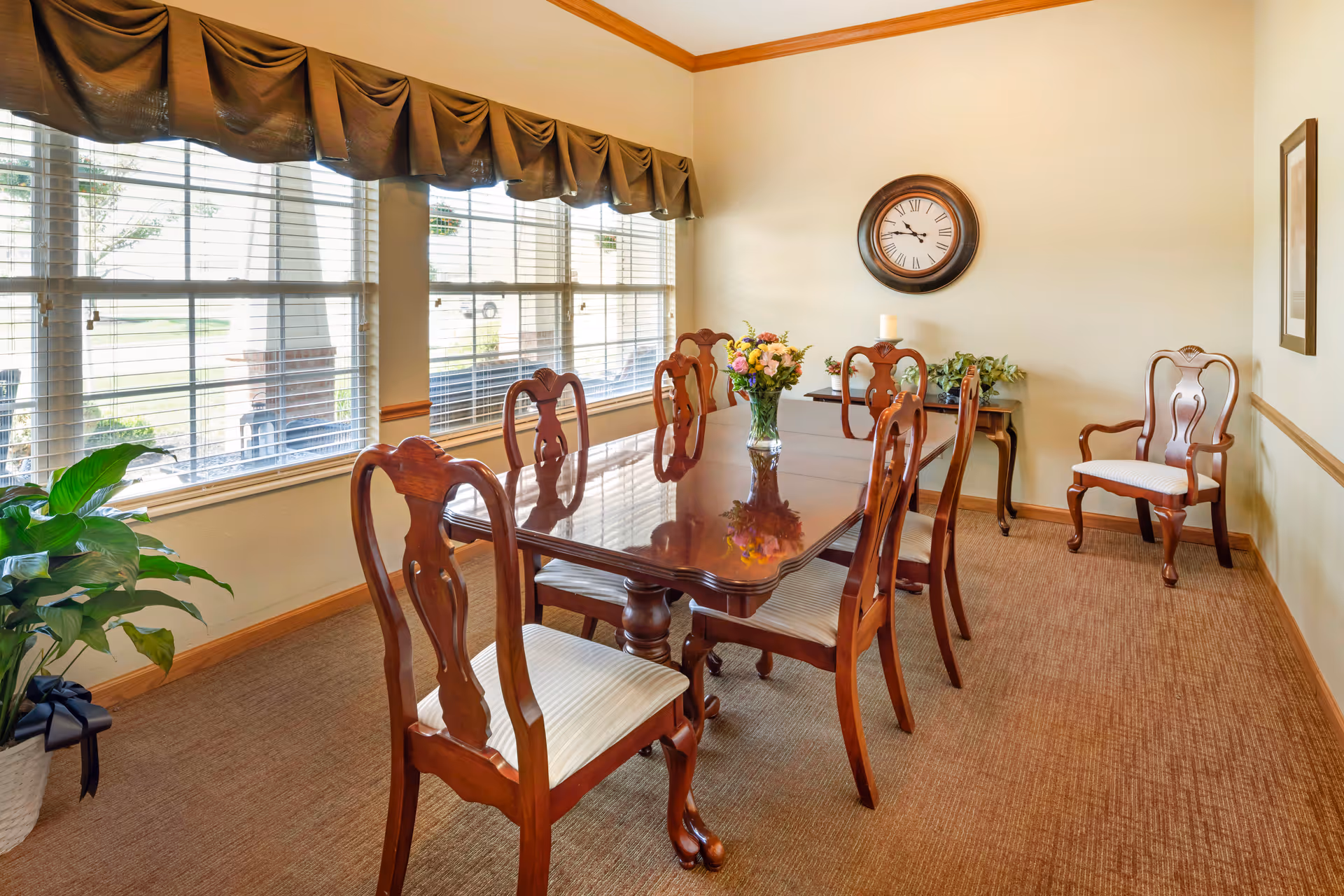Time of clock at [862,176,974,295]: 10:46
